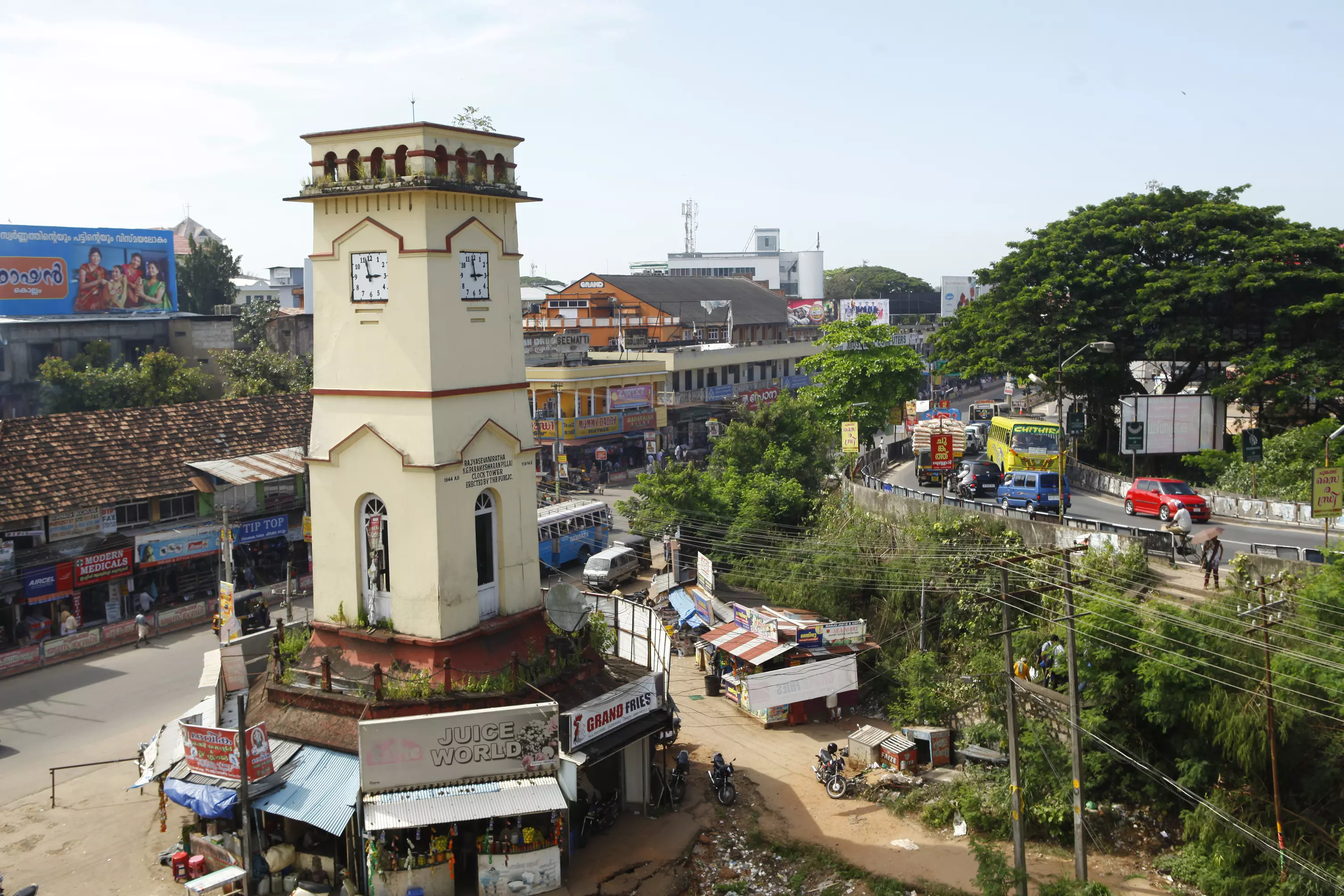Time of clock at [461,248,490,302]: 2:58
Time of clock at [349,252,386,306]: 2:57
